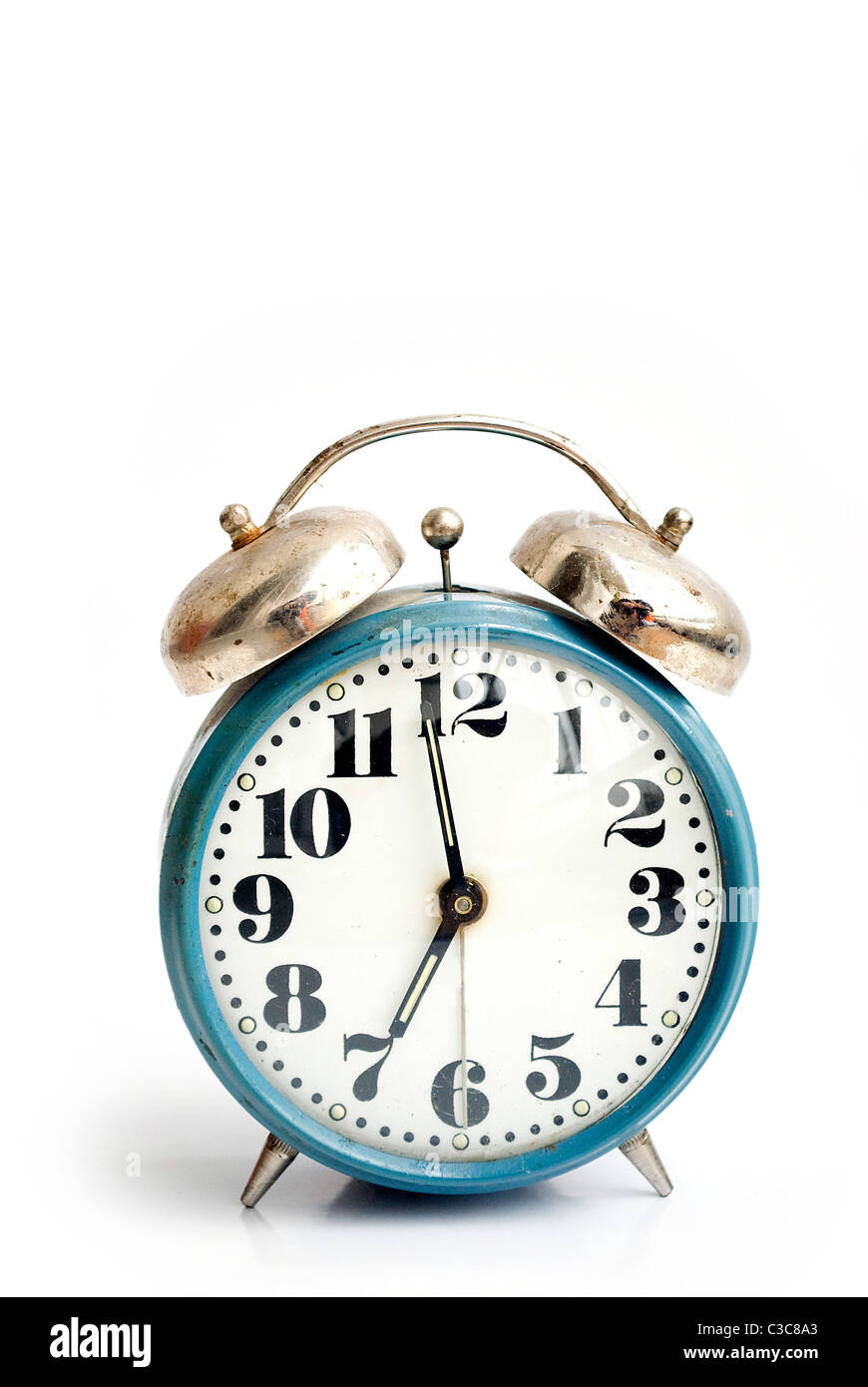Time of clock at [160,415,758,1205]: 6:58
